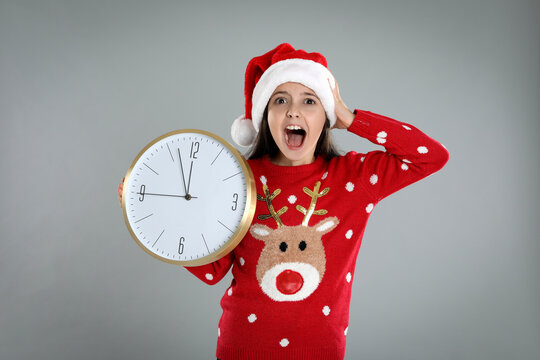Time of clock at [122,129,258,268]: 11:56
